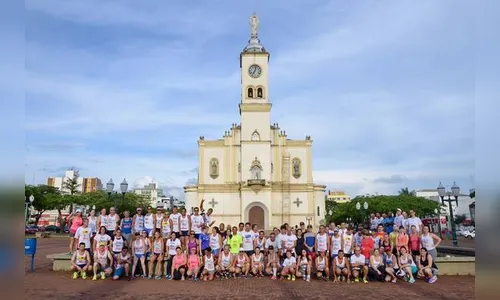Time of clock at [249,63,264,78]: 7:02
